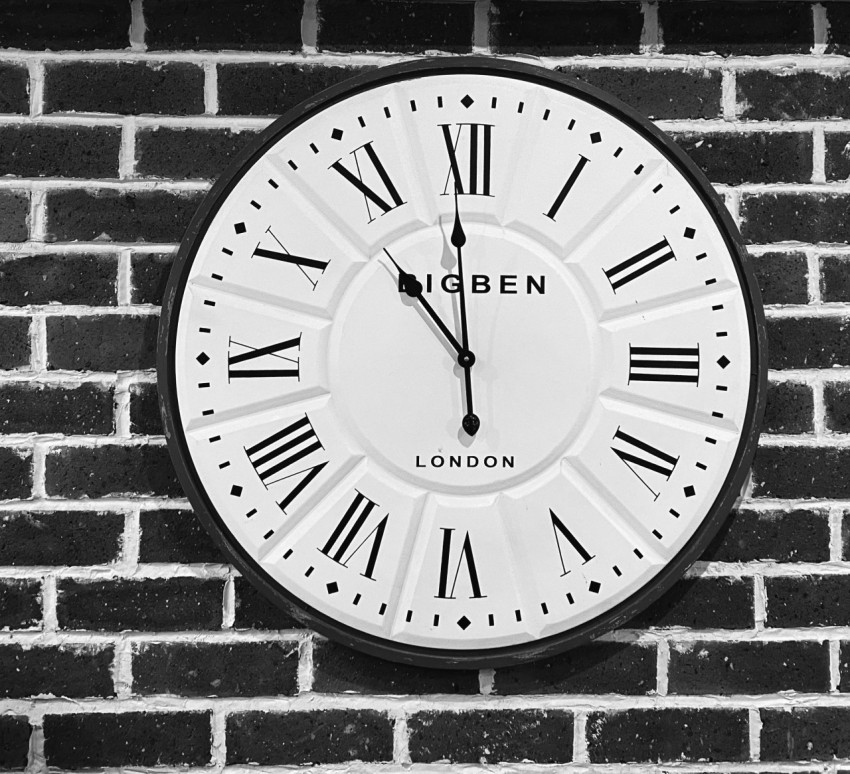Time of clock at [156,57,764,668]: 10:59
